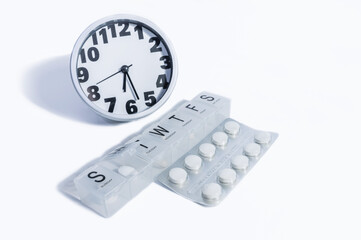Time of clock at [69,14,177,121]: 6:27
